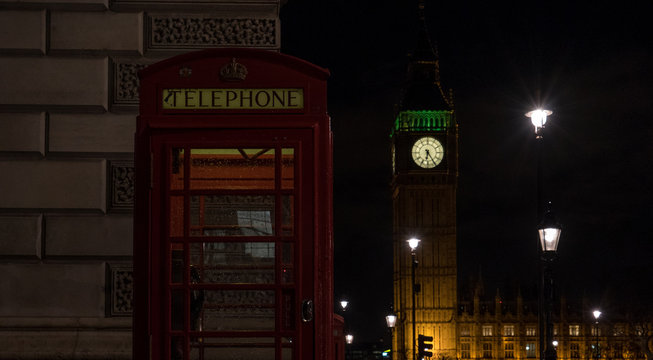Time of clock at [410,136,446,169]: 6:24
